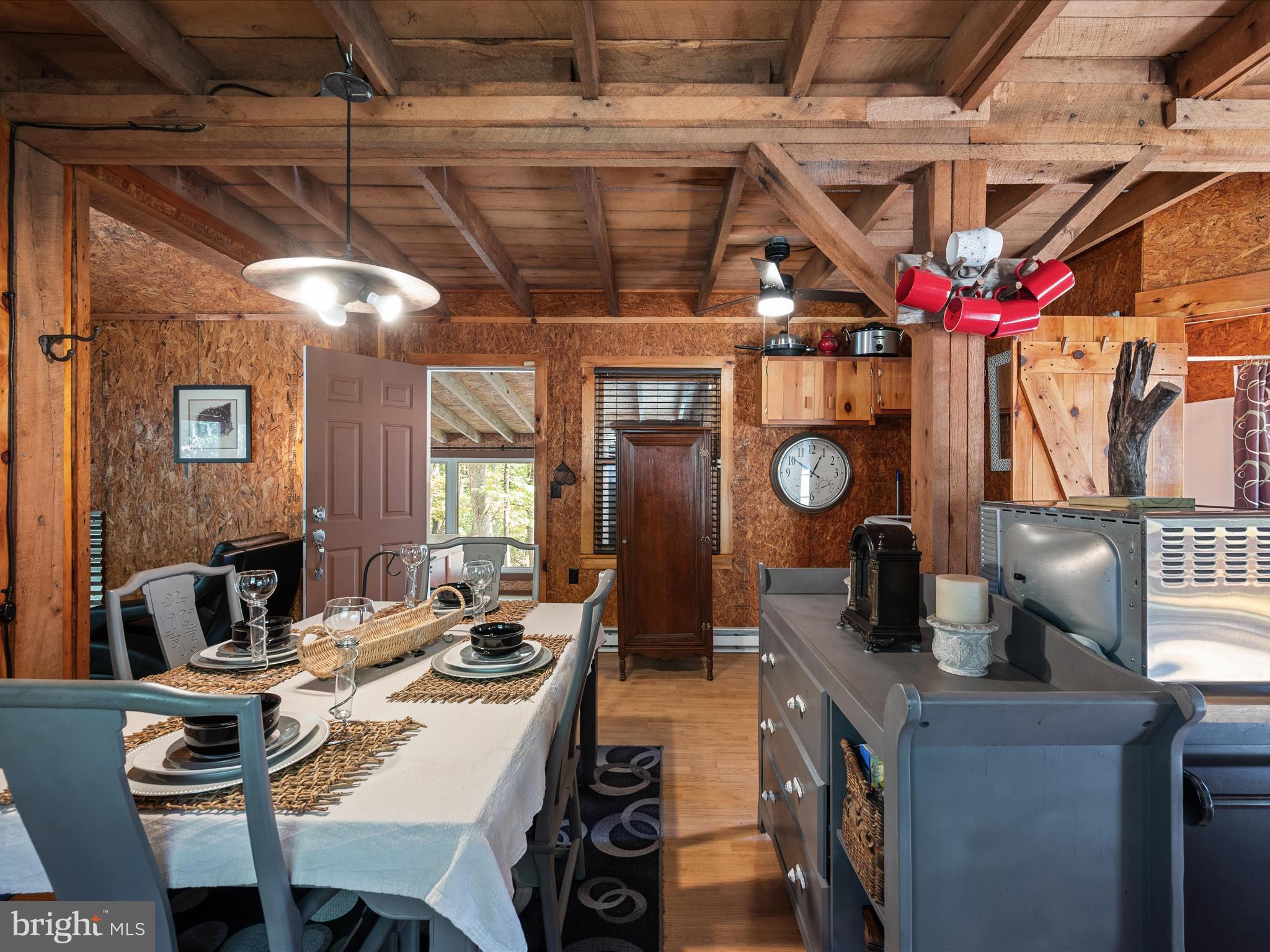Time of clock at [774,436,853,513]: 12:50
